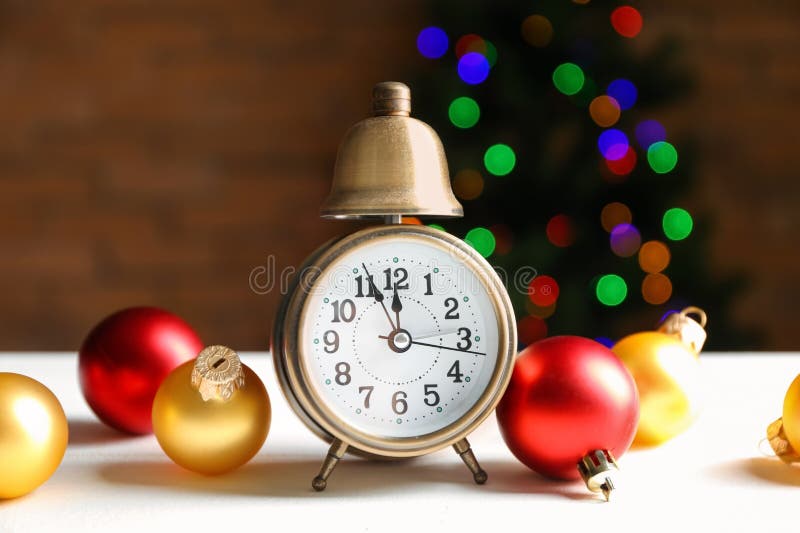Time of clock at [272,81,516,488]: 11:55
